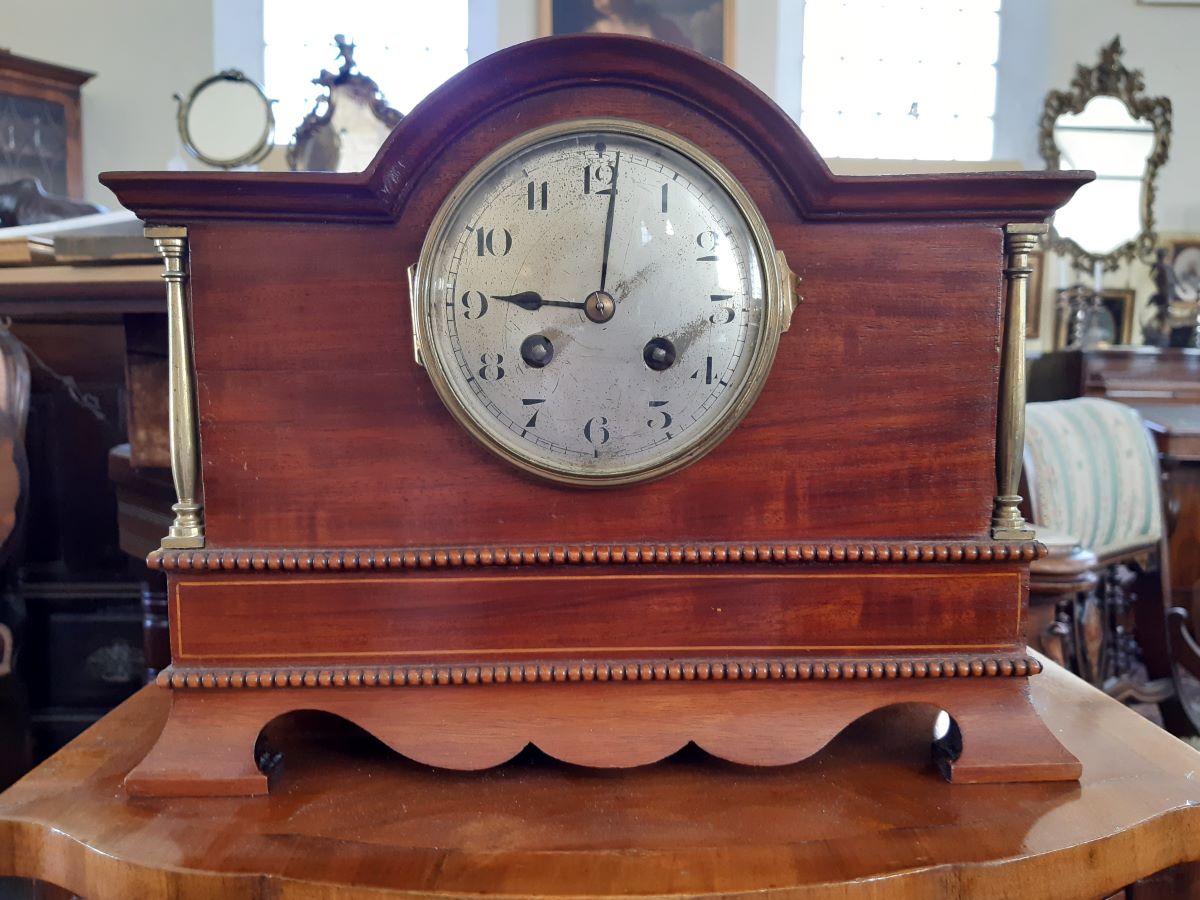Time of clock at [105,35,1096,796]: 9:01
